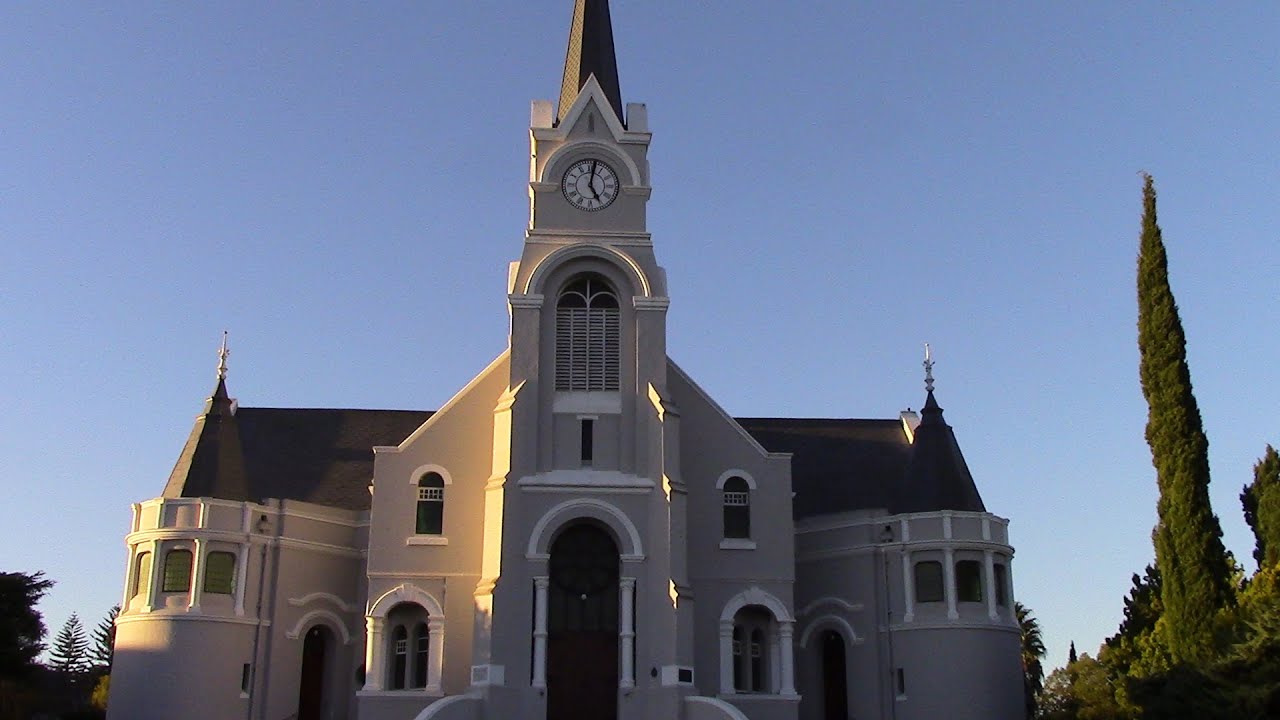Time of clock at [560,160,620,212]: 5:01
